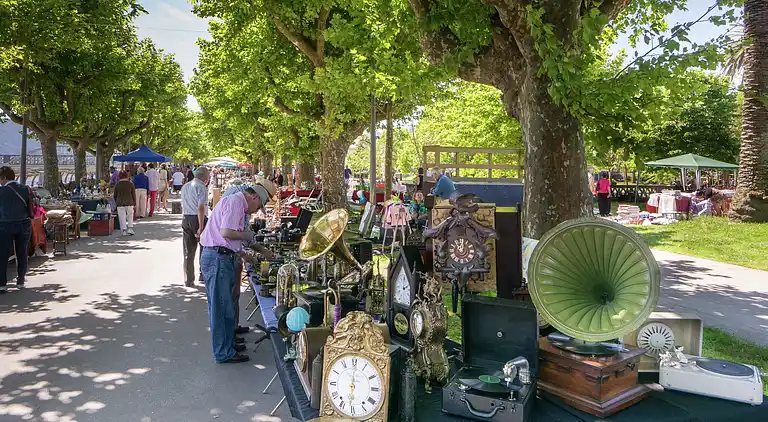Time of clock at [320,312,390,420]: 6:00
